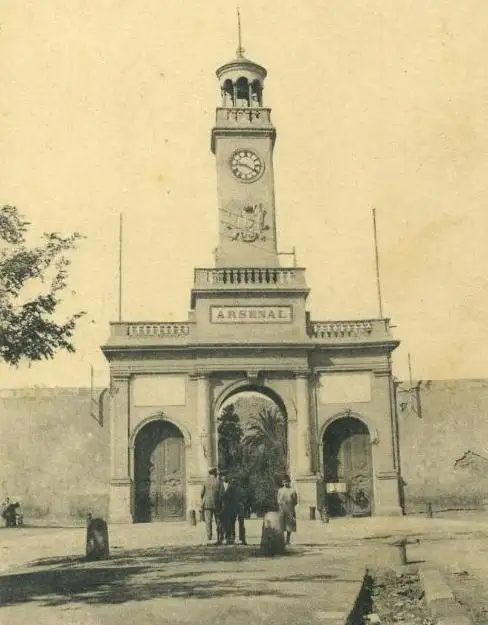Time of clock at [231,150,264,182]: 9:20
